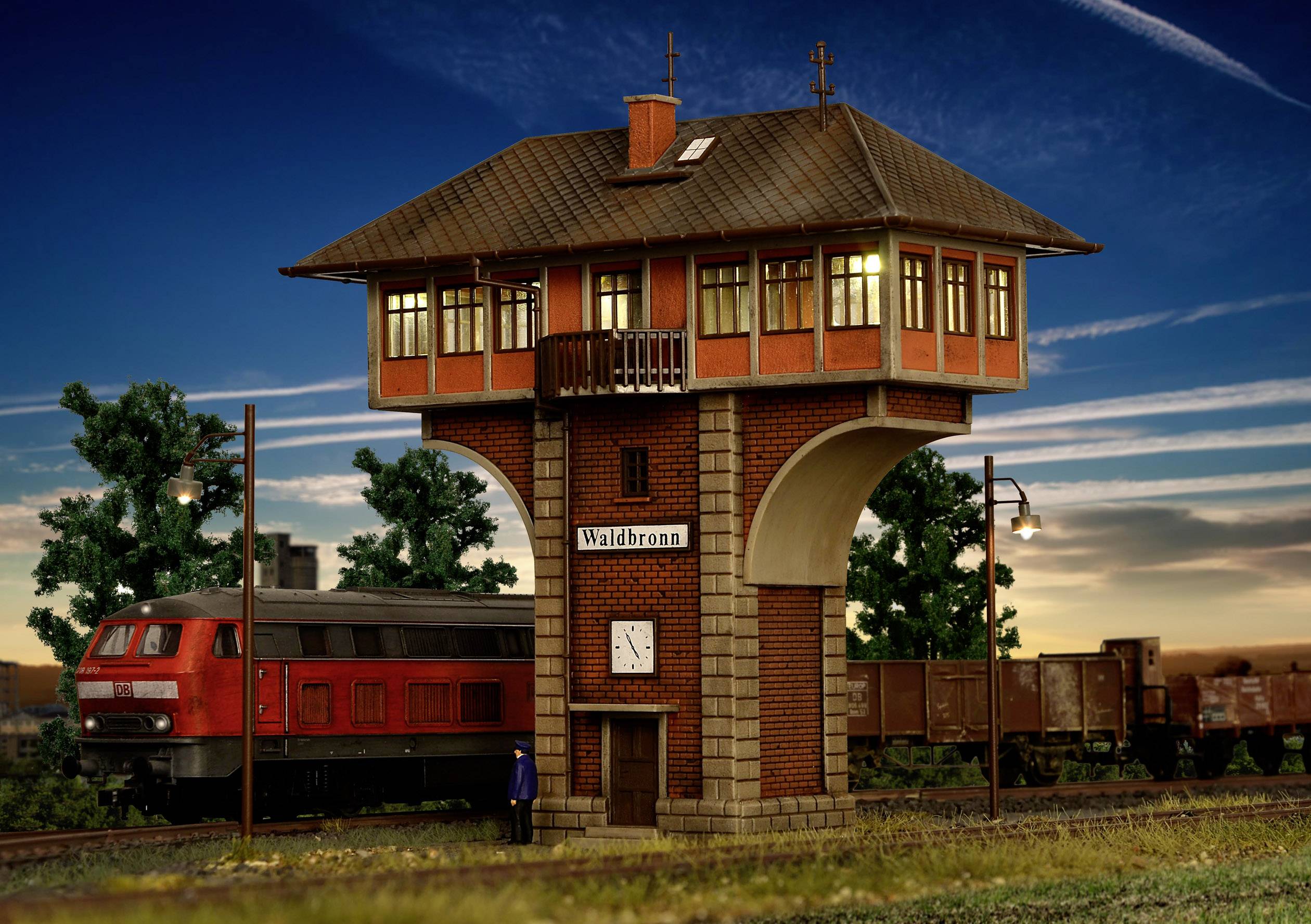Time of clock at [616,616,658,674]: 4:54
